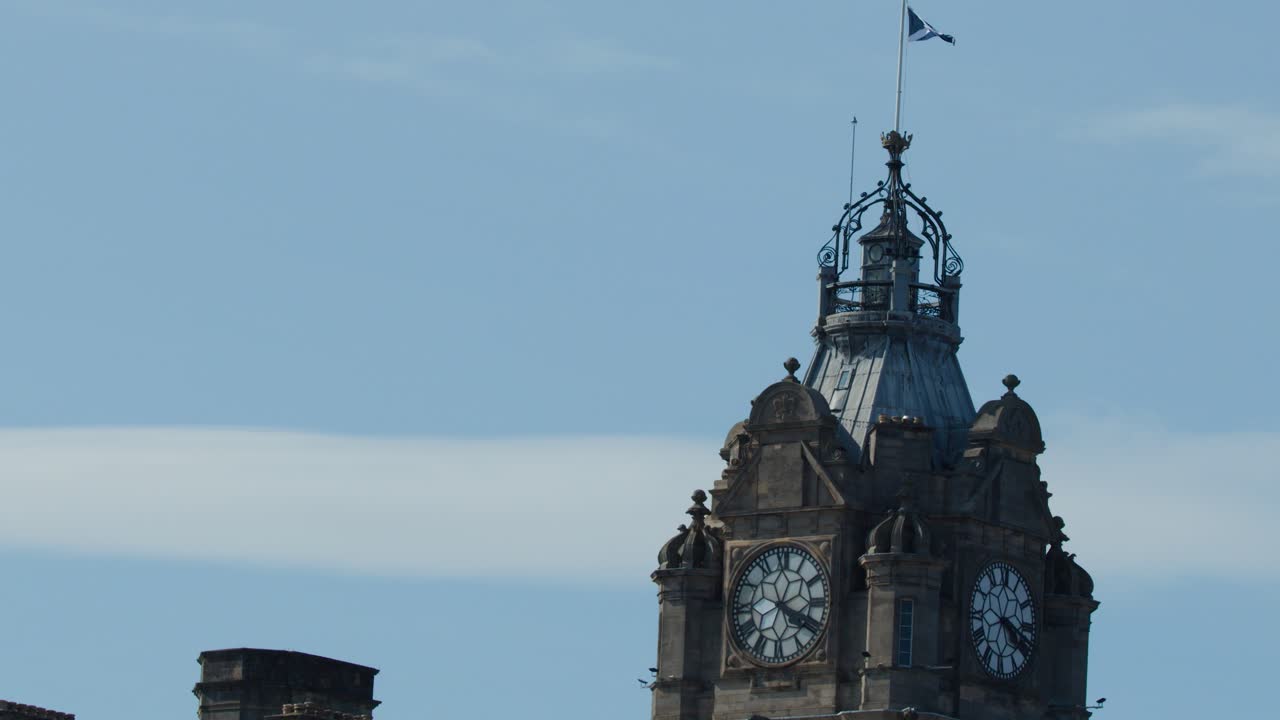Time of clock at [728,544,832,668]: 4:19
